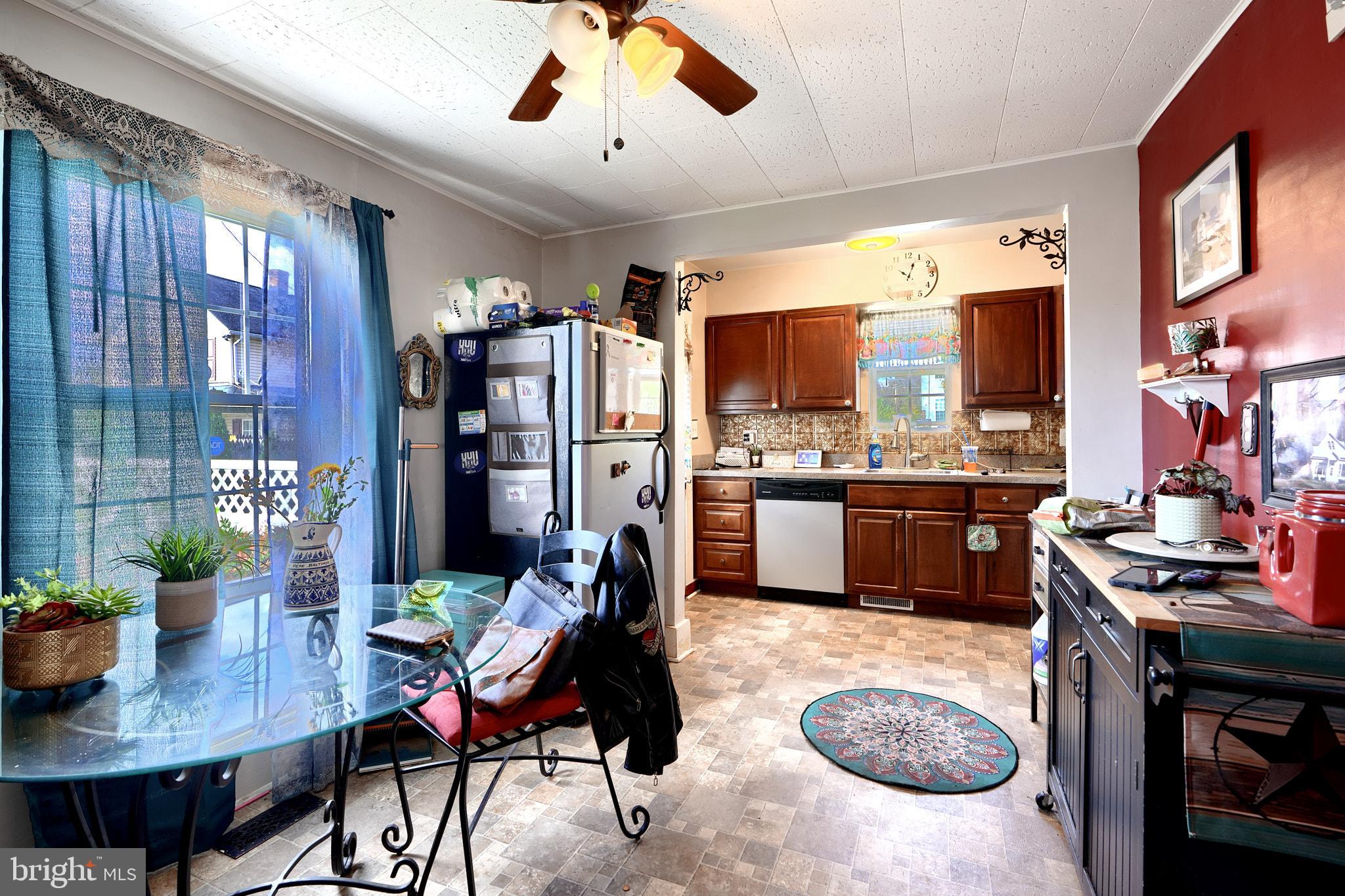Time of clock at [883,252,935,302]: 12:51
